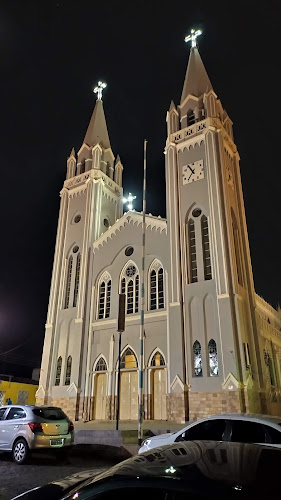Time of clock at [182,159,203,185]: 10:36
